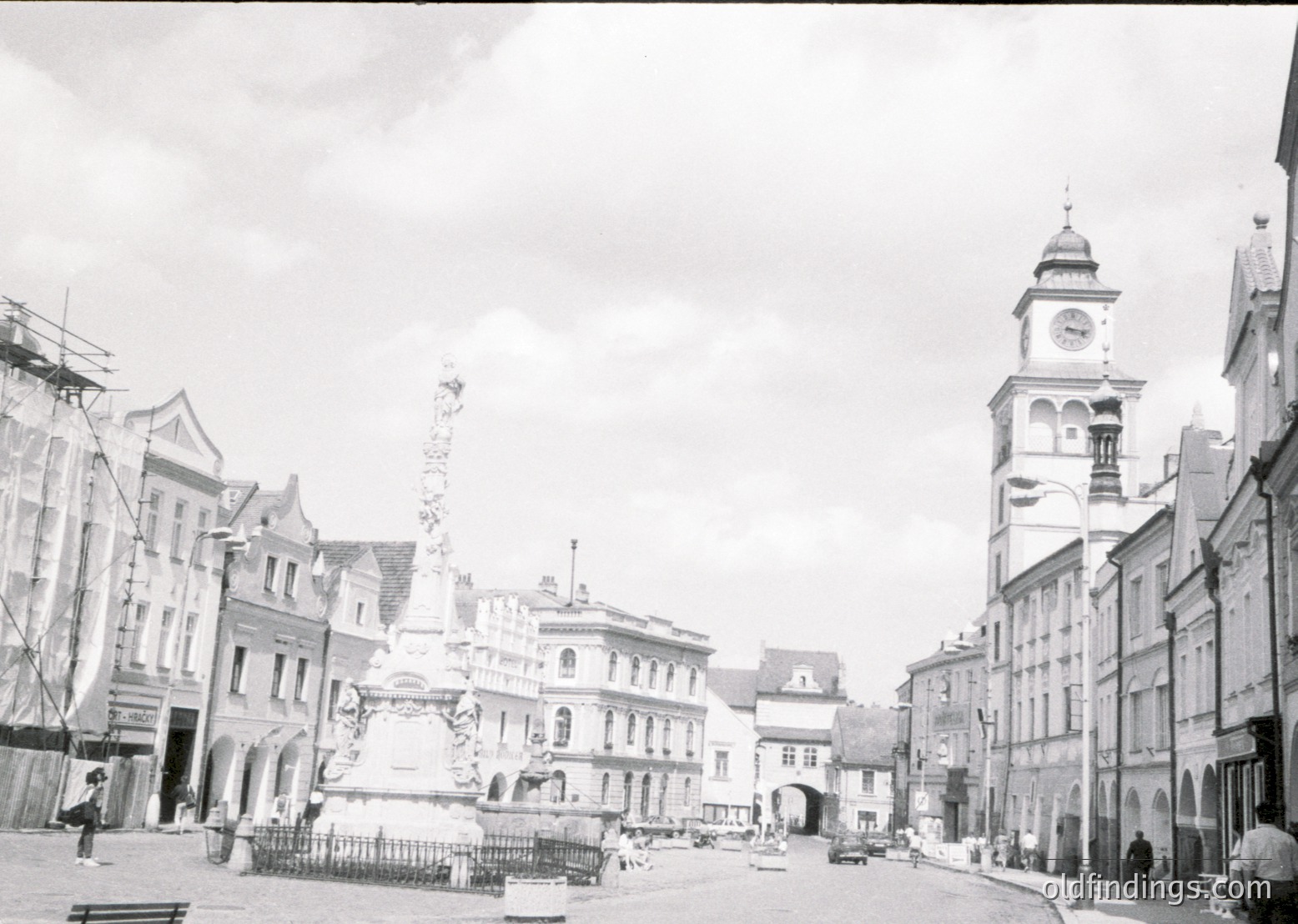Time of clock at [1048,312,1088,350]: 3:16
